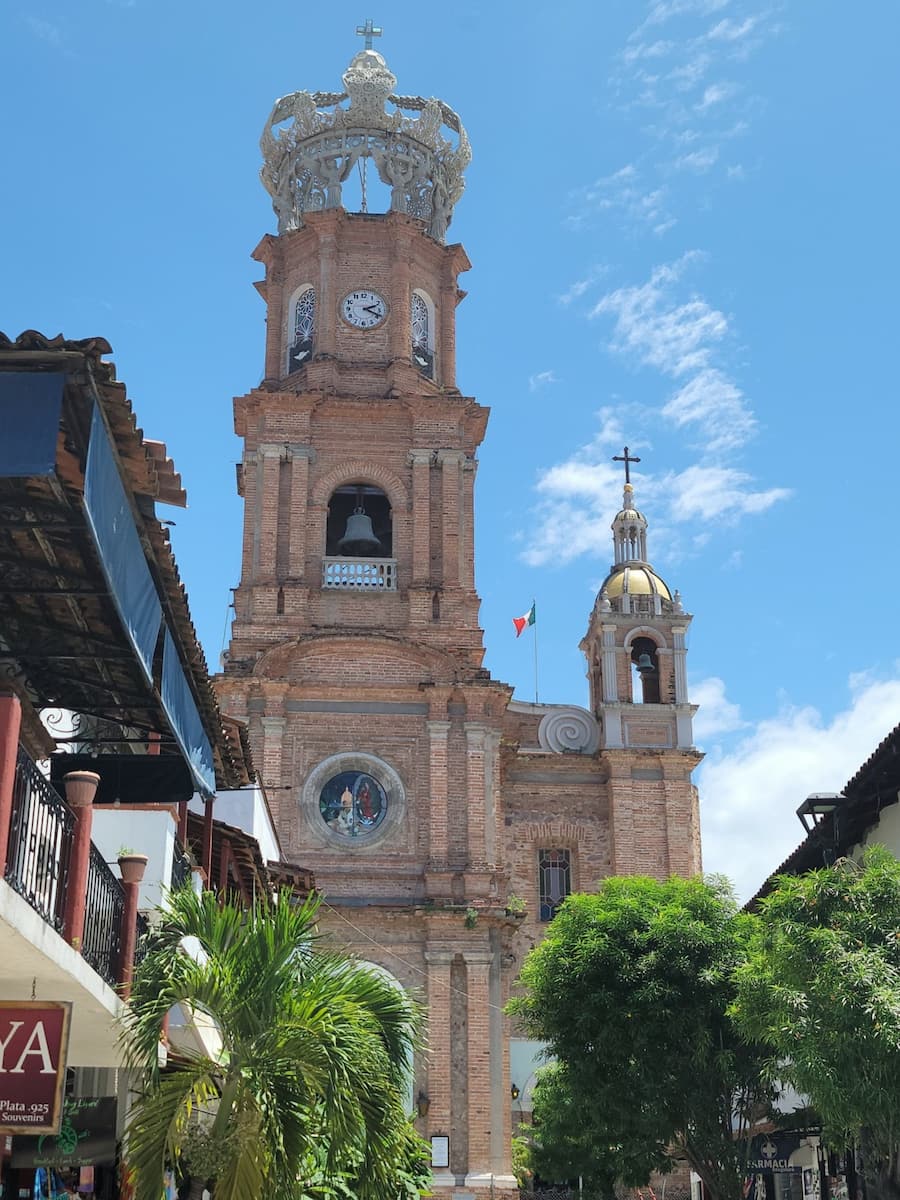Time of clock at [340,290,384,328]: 2:18
